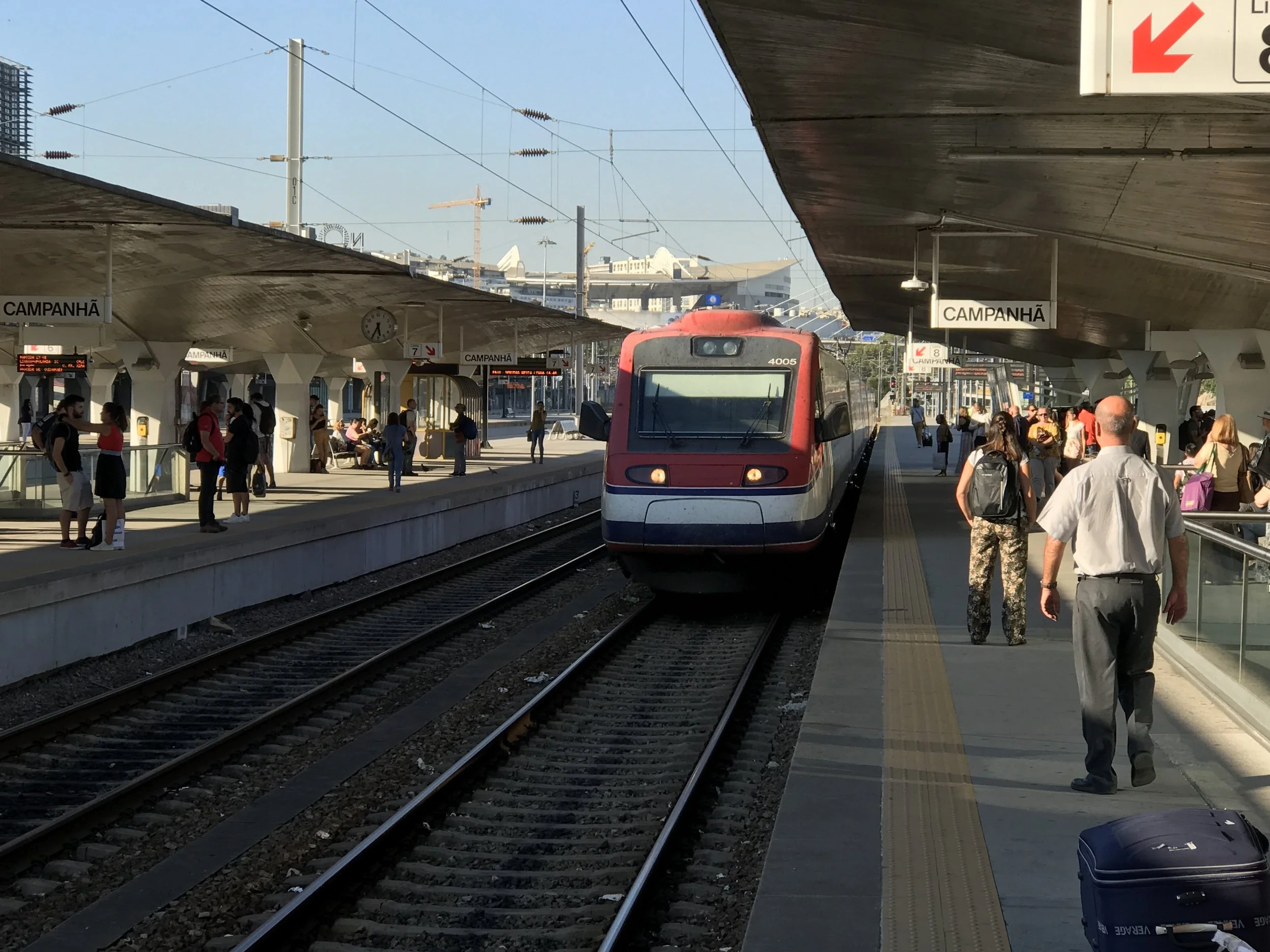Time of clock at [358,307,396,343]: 5:34
